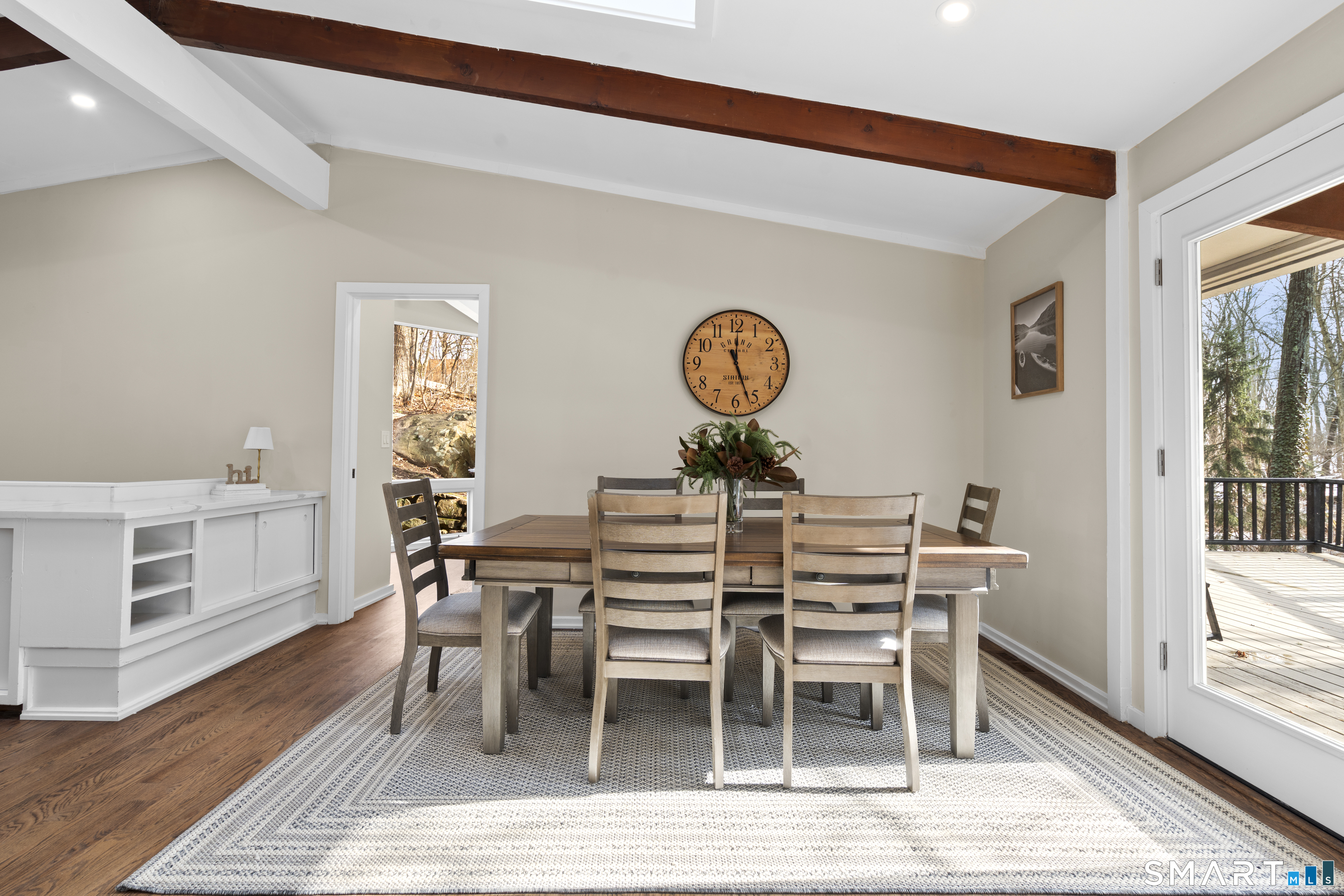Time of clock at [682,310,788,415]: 12:26
